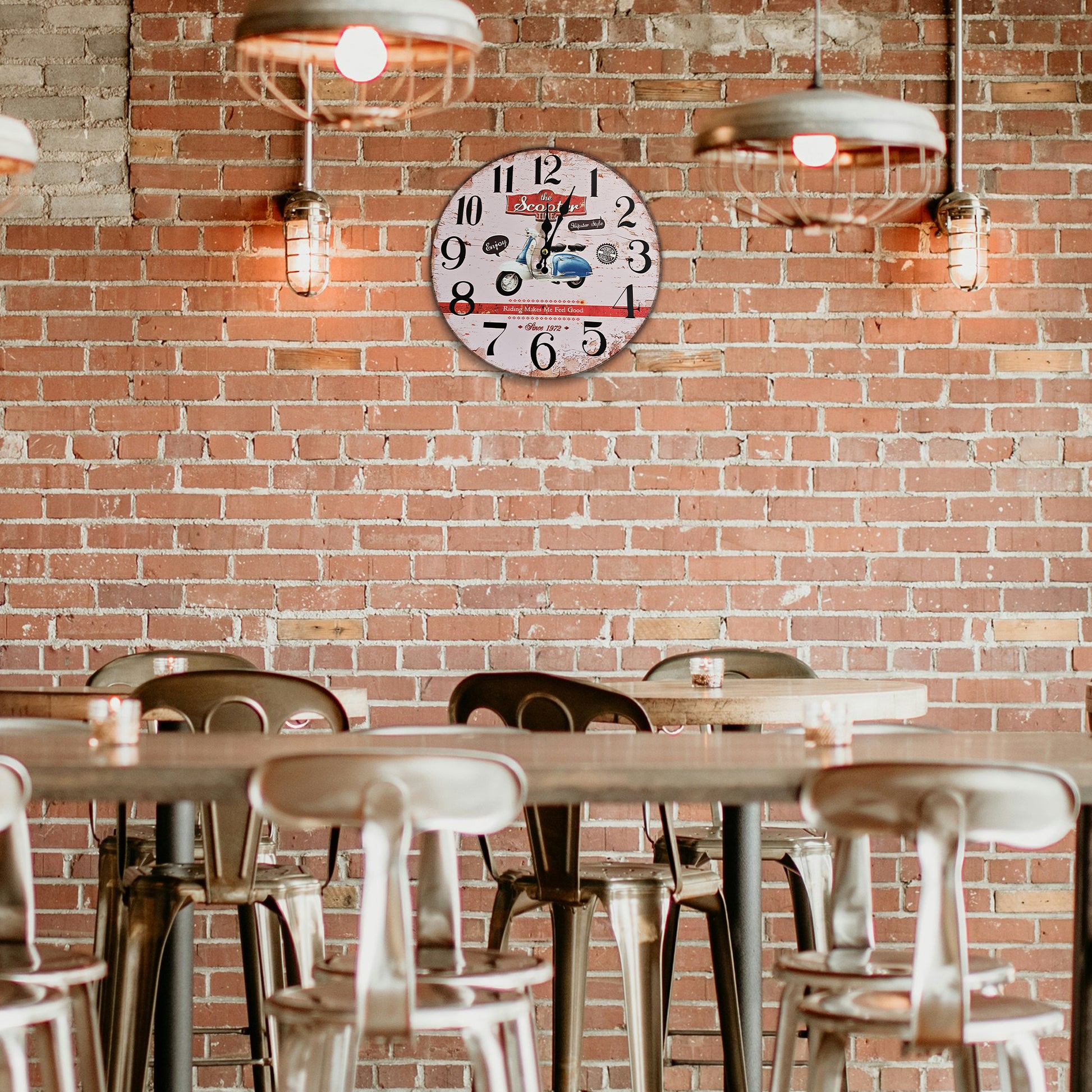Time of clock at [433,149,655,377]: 12:03
